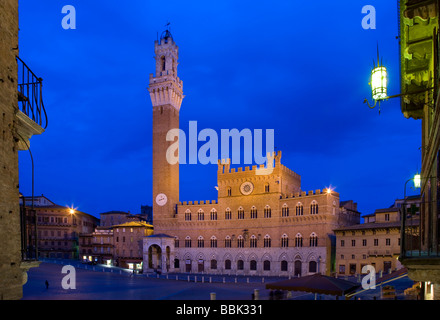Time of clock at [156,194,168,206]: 8:12
